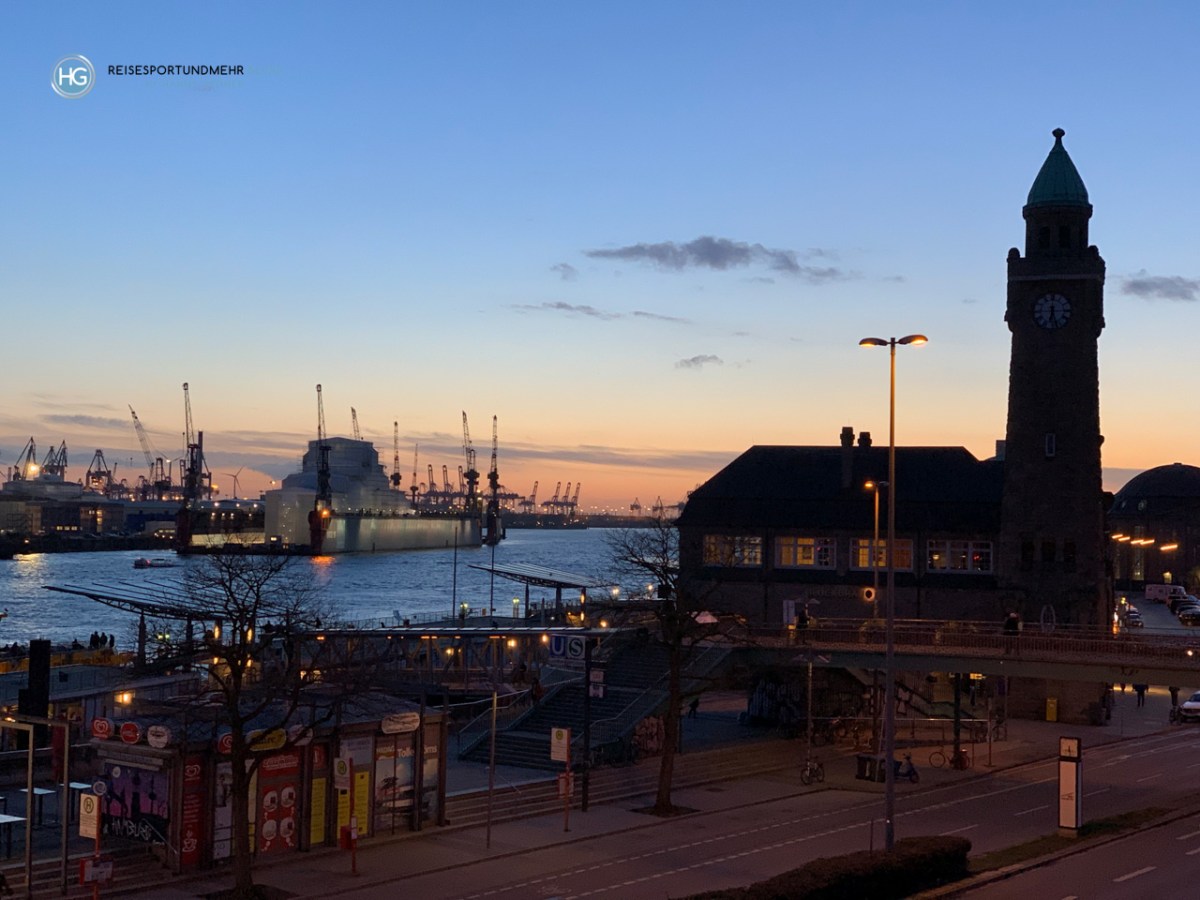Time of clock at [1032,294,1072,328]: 6:27
